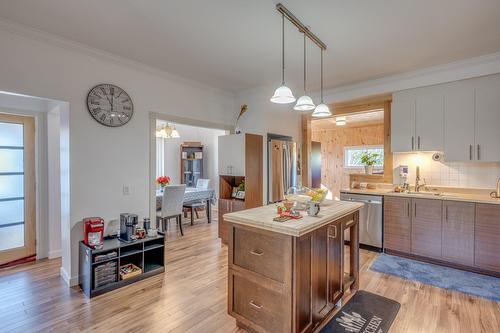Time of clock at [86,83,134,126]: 11:00
